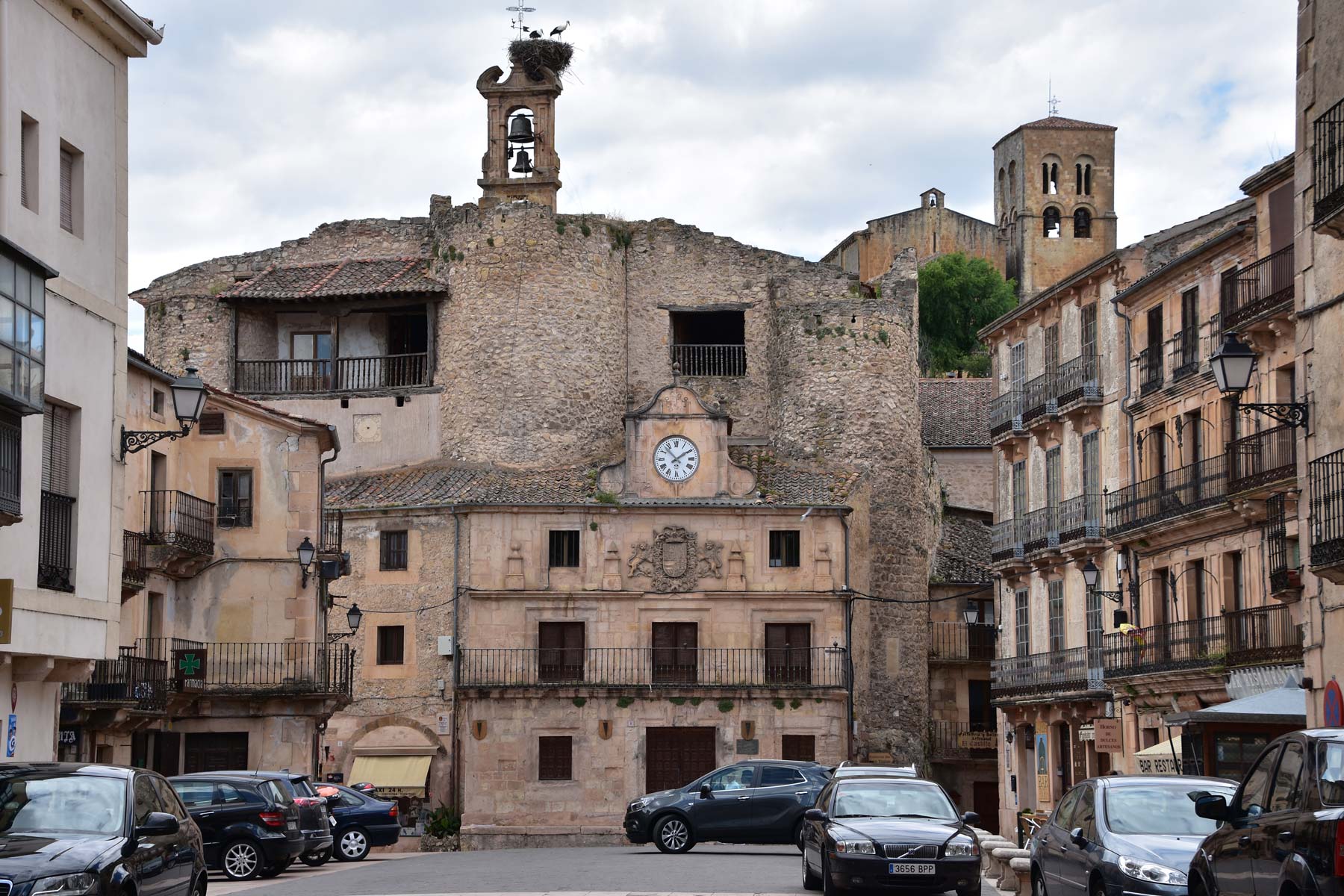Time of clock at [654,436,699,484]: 1:52
